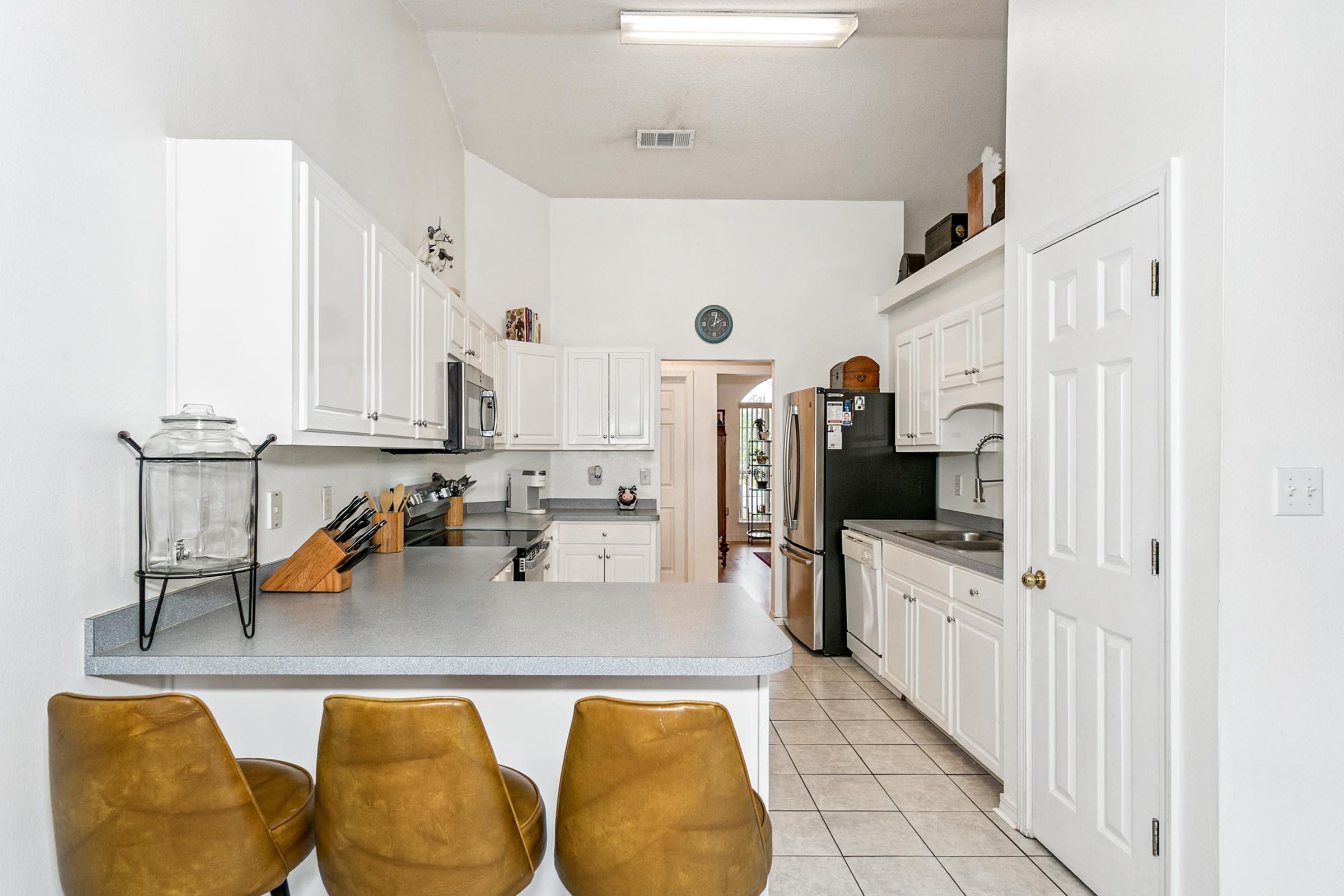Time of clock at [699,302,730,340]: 2:02
